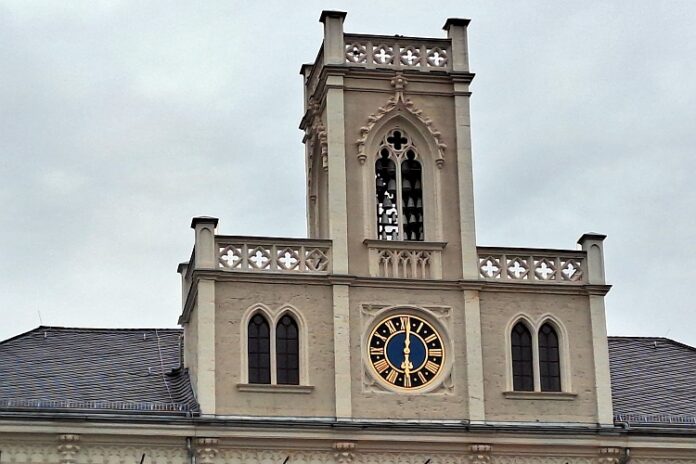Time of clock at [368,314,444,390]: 6:00
